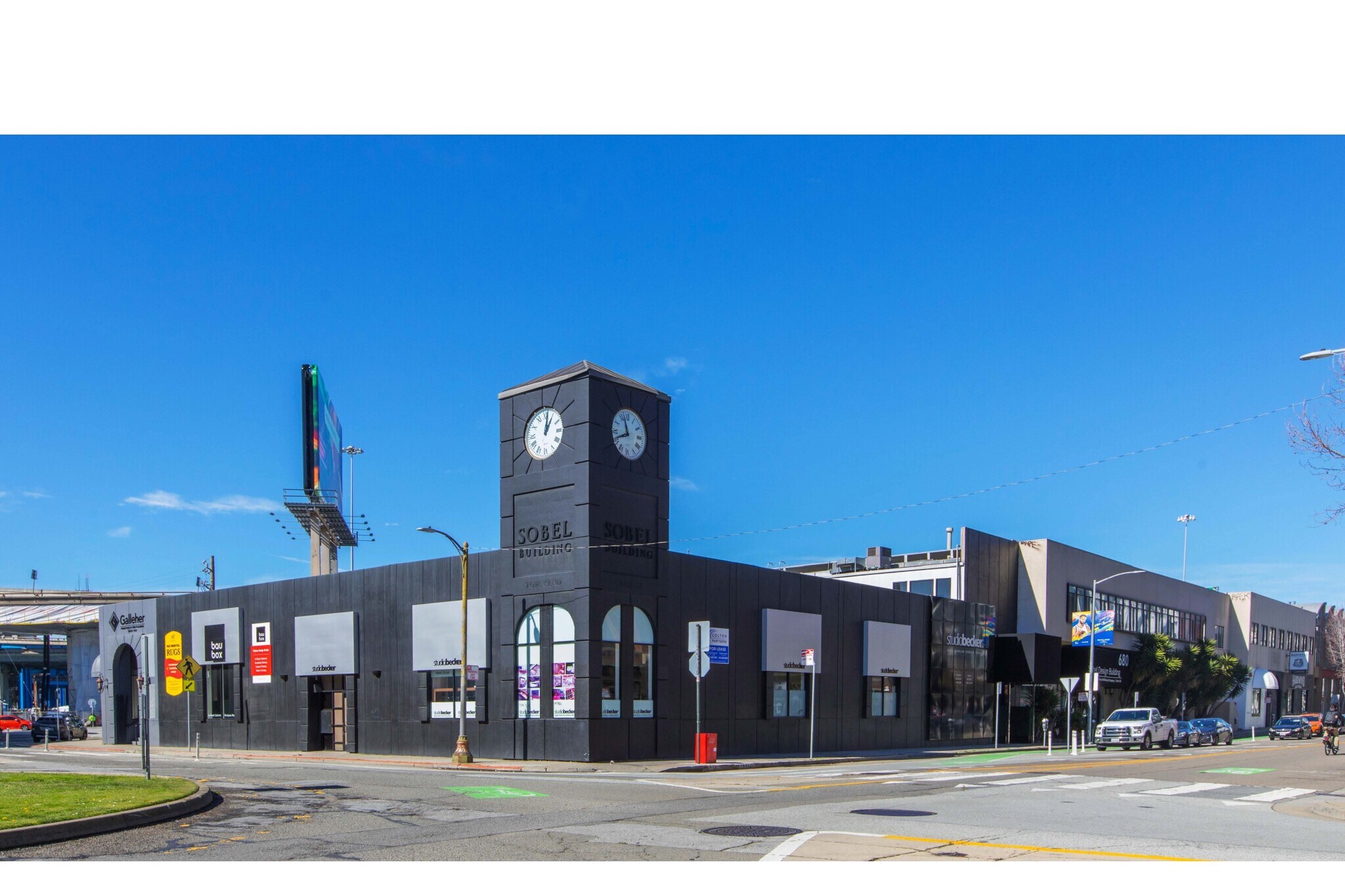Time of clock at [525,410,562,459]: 1:01
